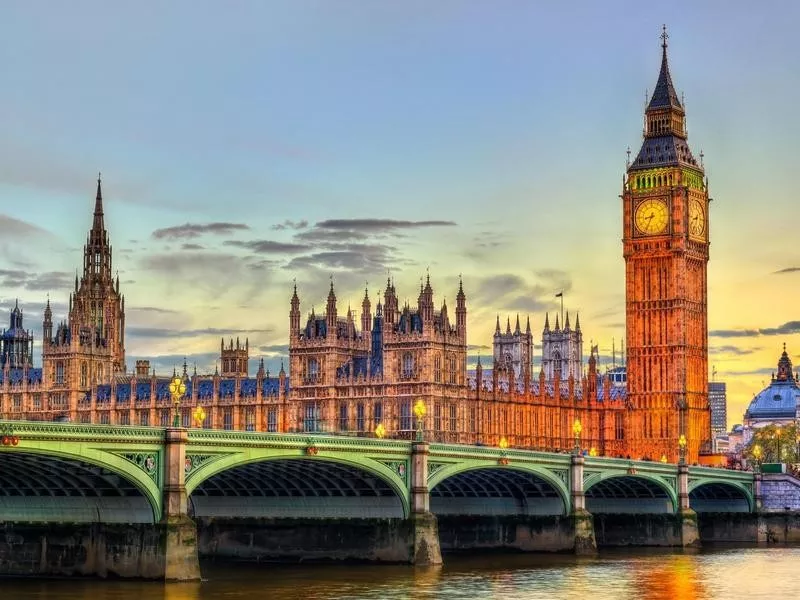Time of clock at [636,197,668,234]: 8:34
